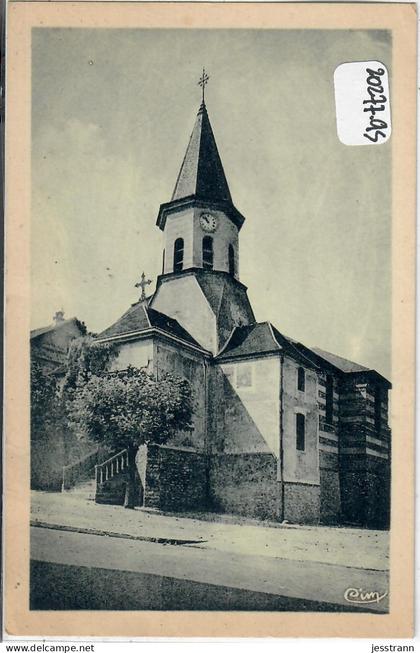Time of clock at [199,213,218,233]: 10:52
